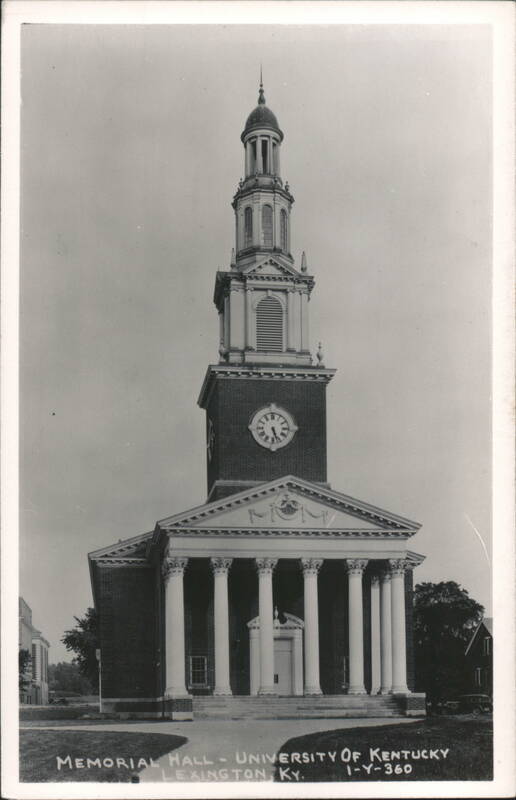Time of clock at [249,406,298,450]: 5:26
